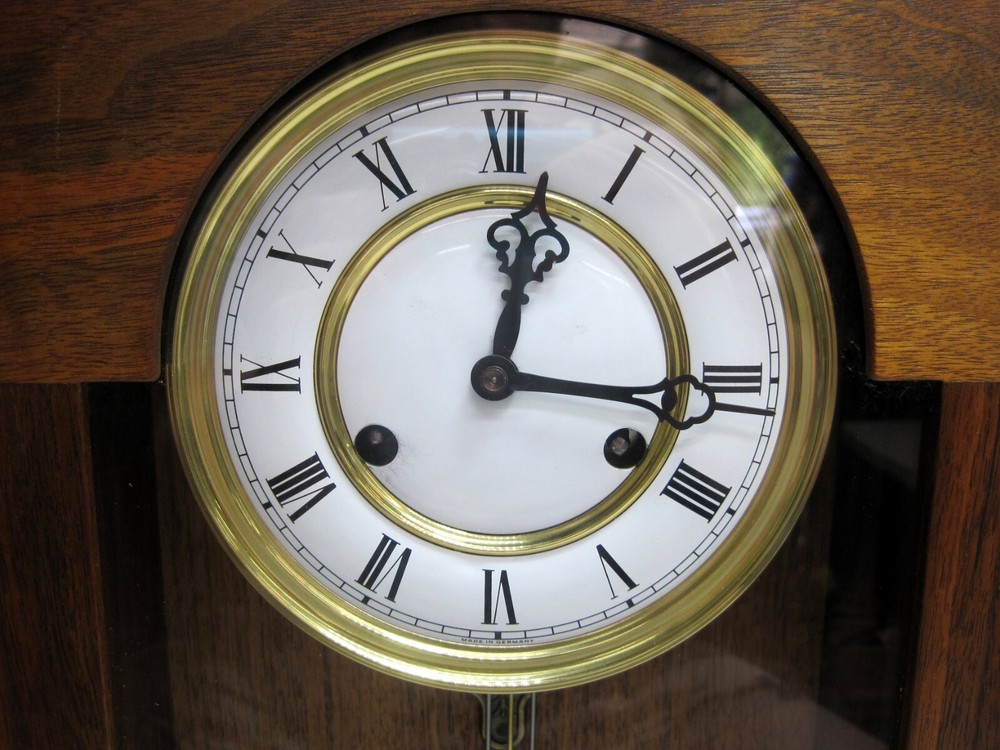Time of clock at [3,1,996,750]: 12:16
